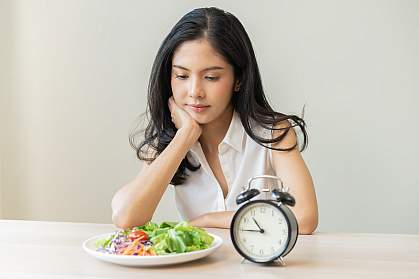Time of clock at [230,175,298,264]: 10:45
